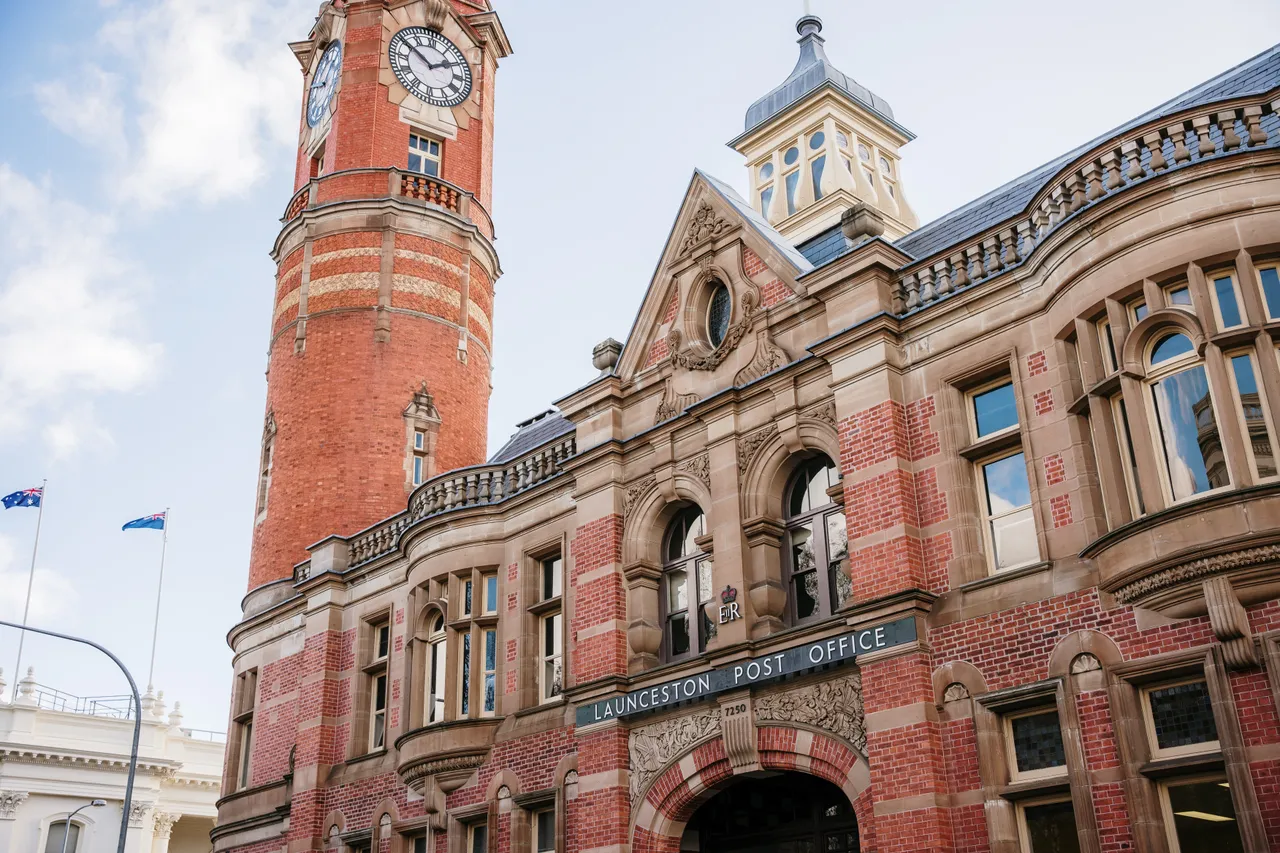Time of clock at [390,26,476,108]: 1:50
